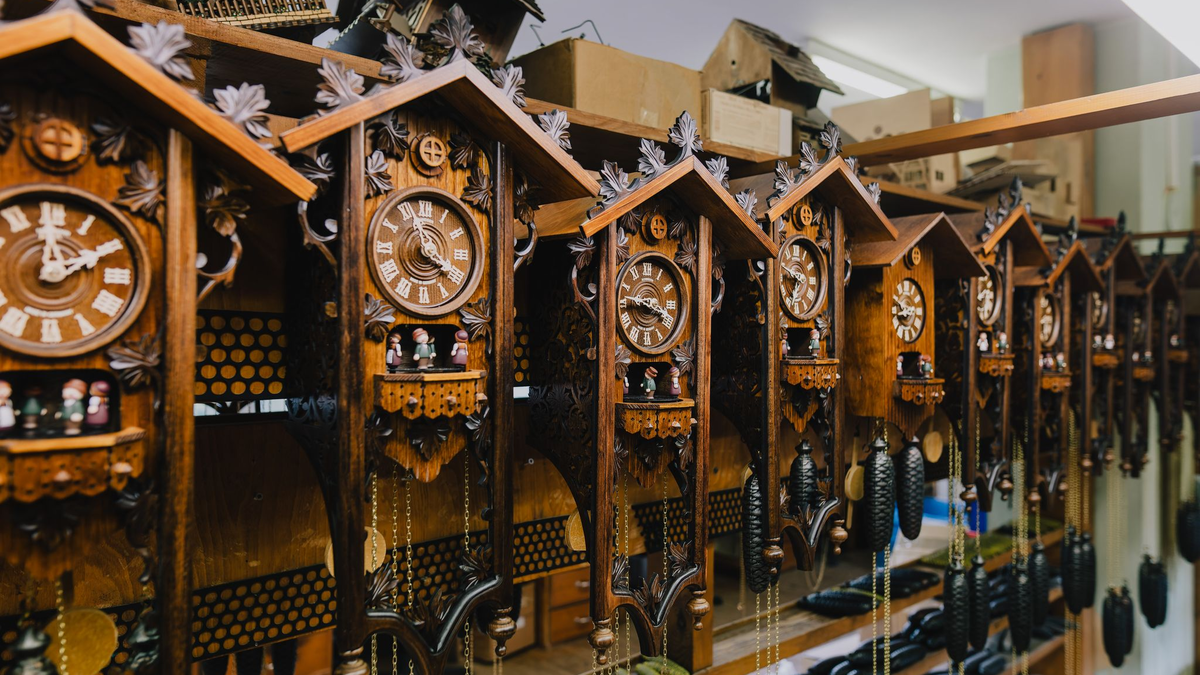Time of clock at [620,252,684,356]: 3:47
